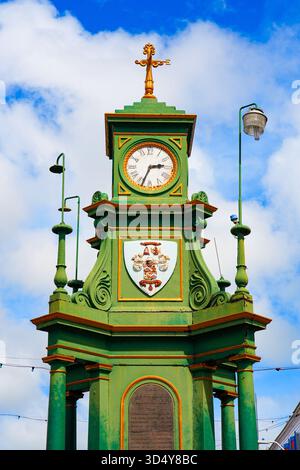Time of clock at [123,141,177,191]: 2:34
